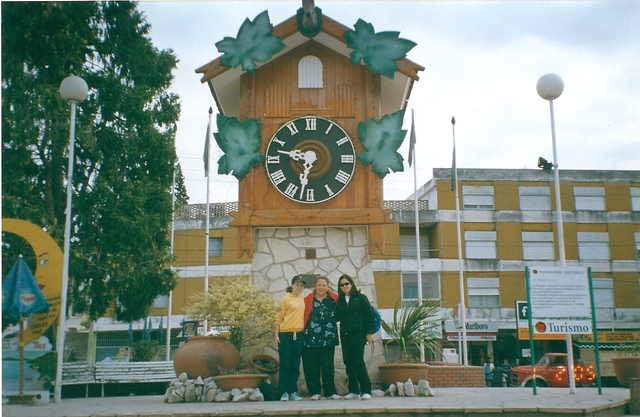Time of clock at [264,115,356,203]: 9:32
